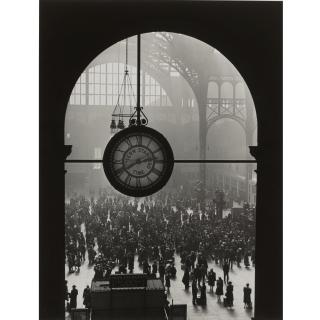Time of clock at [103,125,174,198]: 2:40
